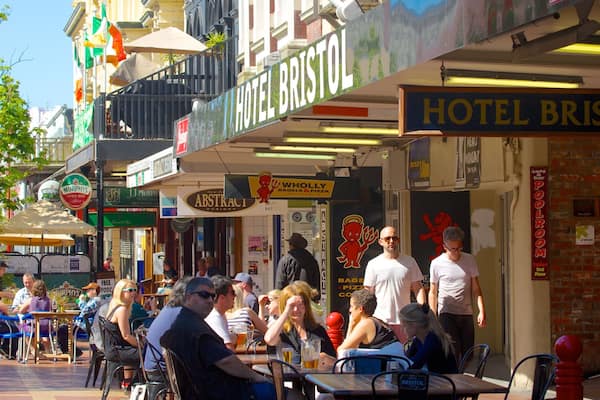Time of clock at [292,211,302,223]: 9:36
